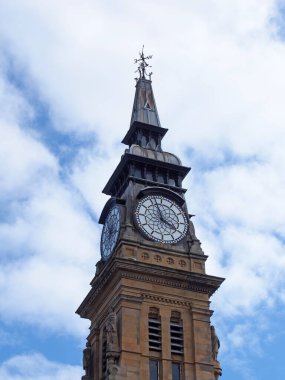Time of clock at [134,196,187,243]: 3:56
